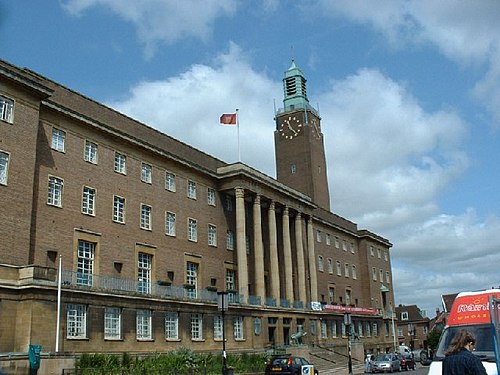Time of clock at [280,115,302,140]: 11:22
